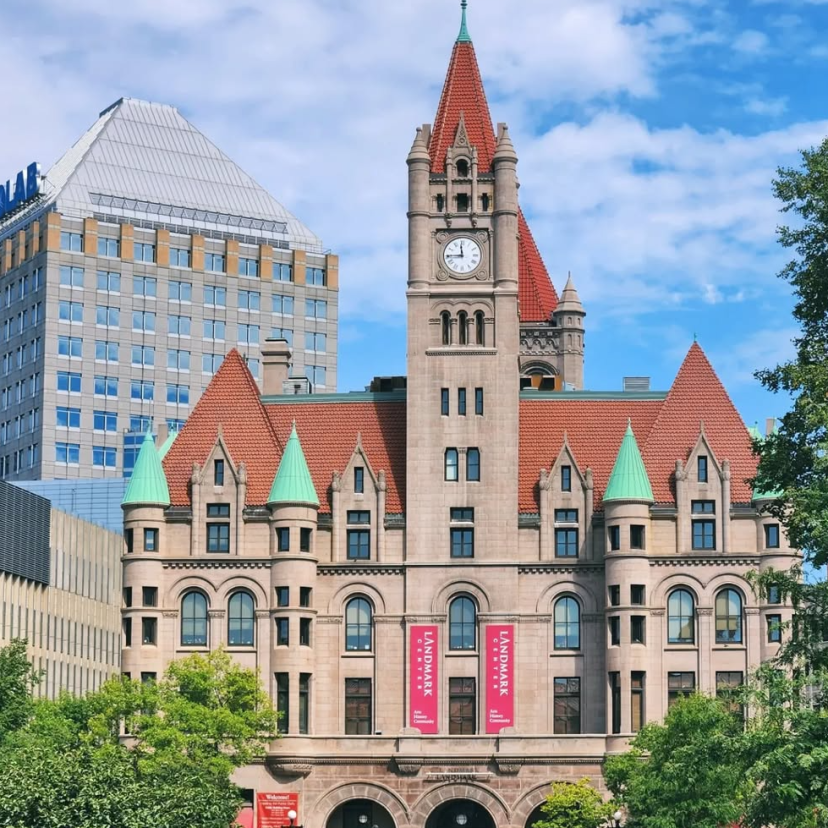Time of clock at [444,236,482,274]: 11:44
